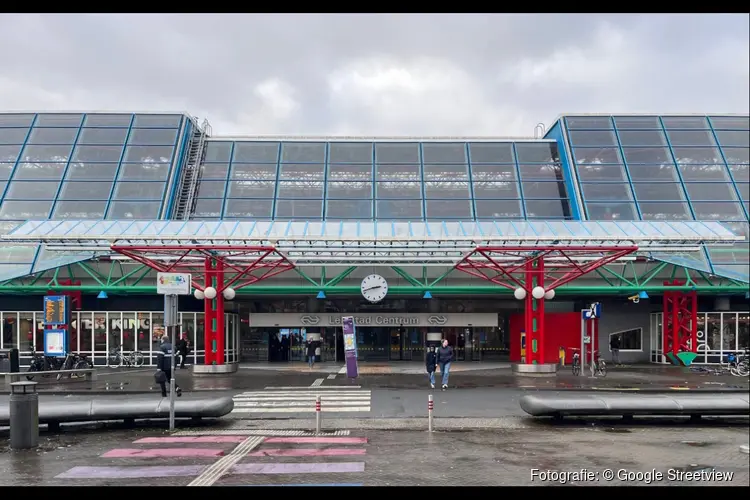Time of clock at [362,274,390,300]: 2:42
